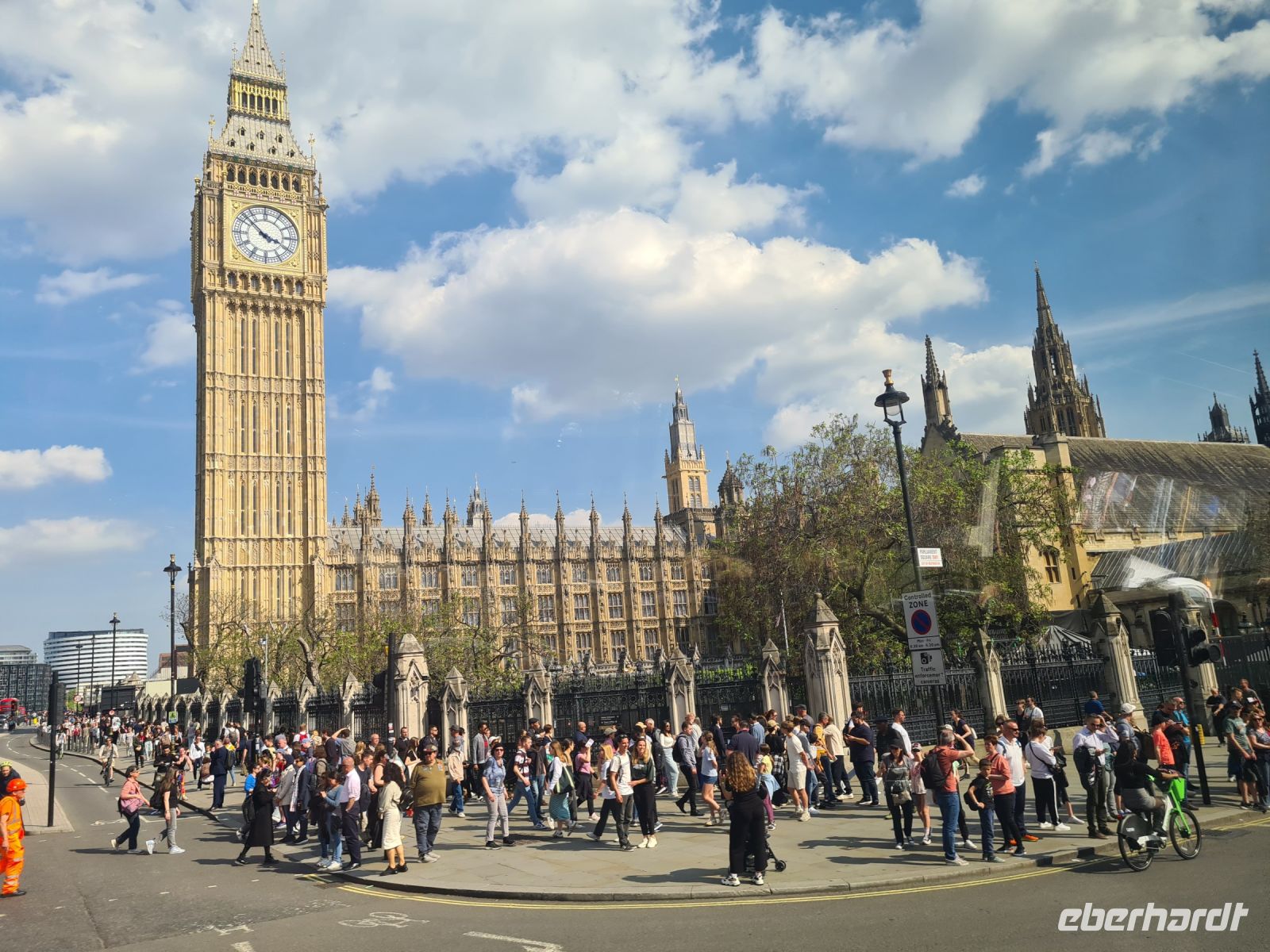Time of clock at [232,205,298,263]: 3:52
